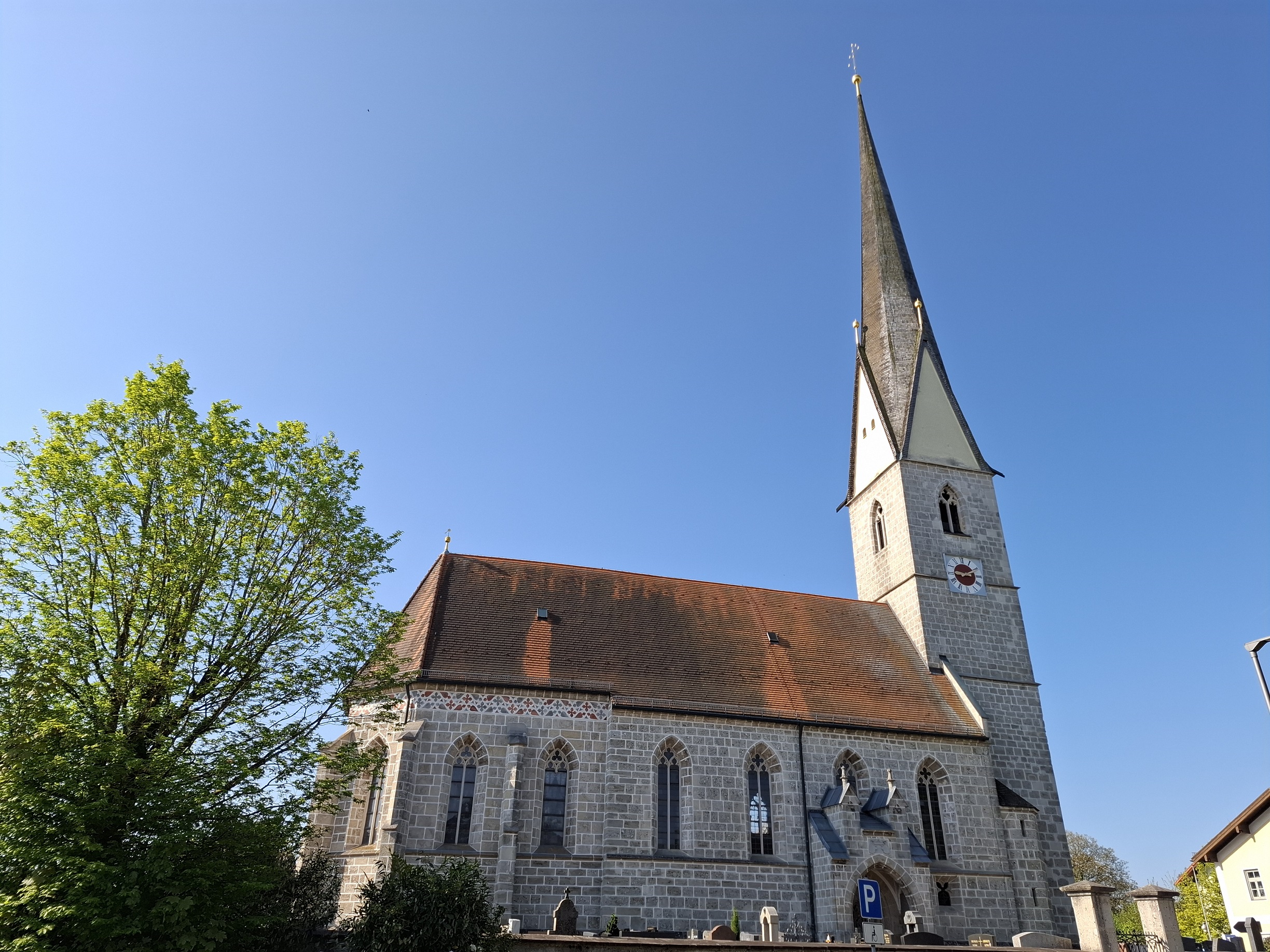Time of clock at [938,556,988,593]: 9:10
